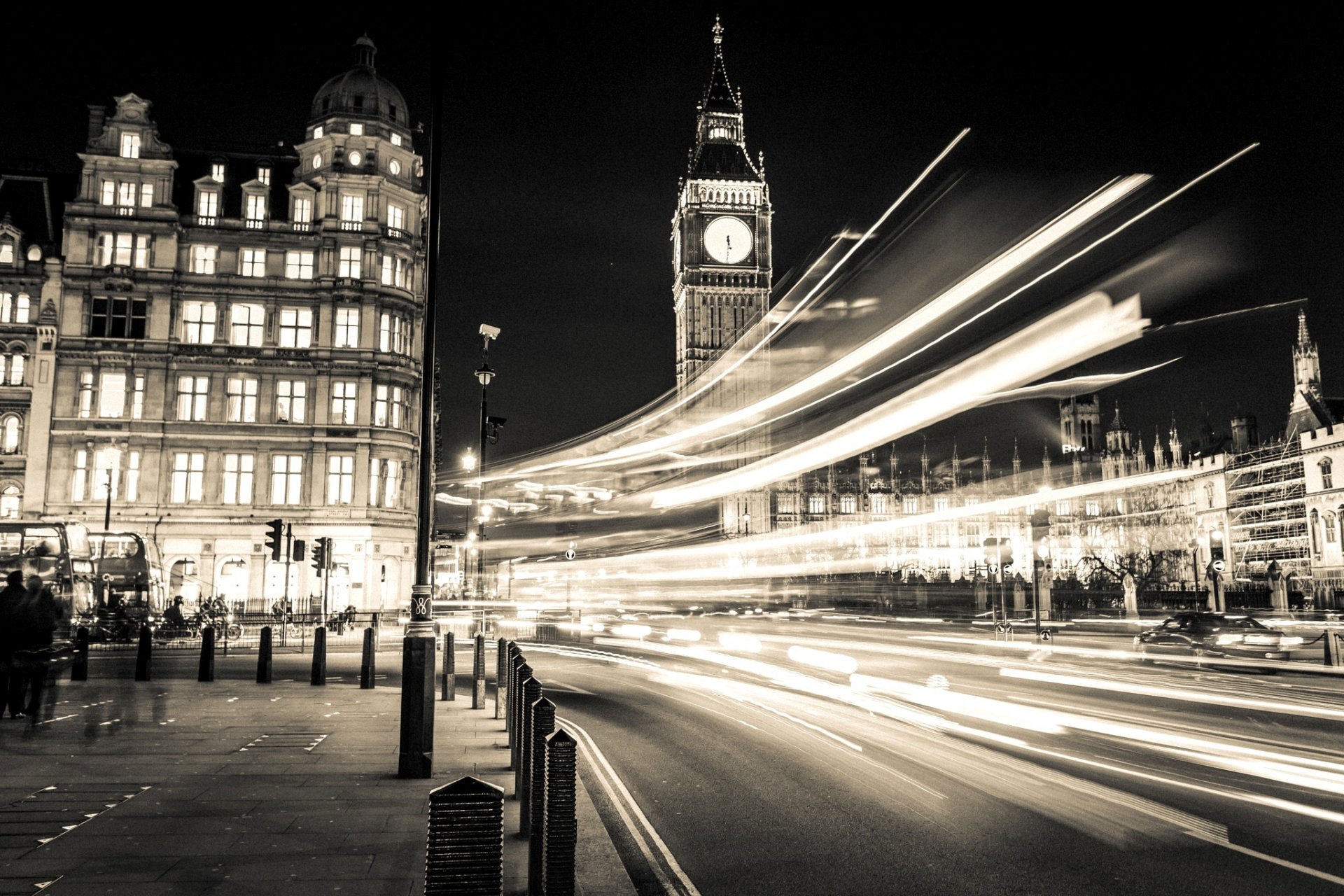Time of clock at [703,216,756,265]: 5:30
